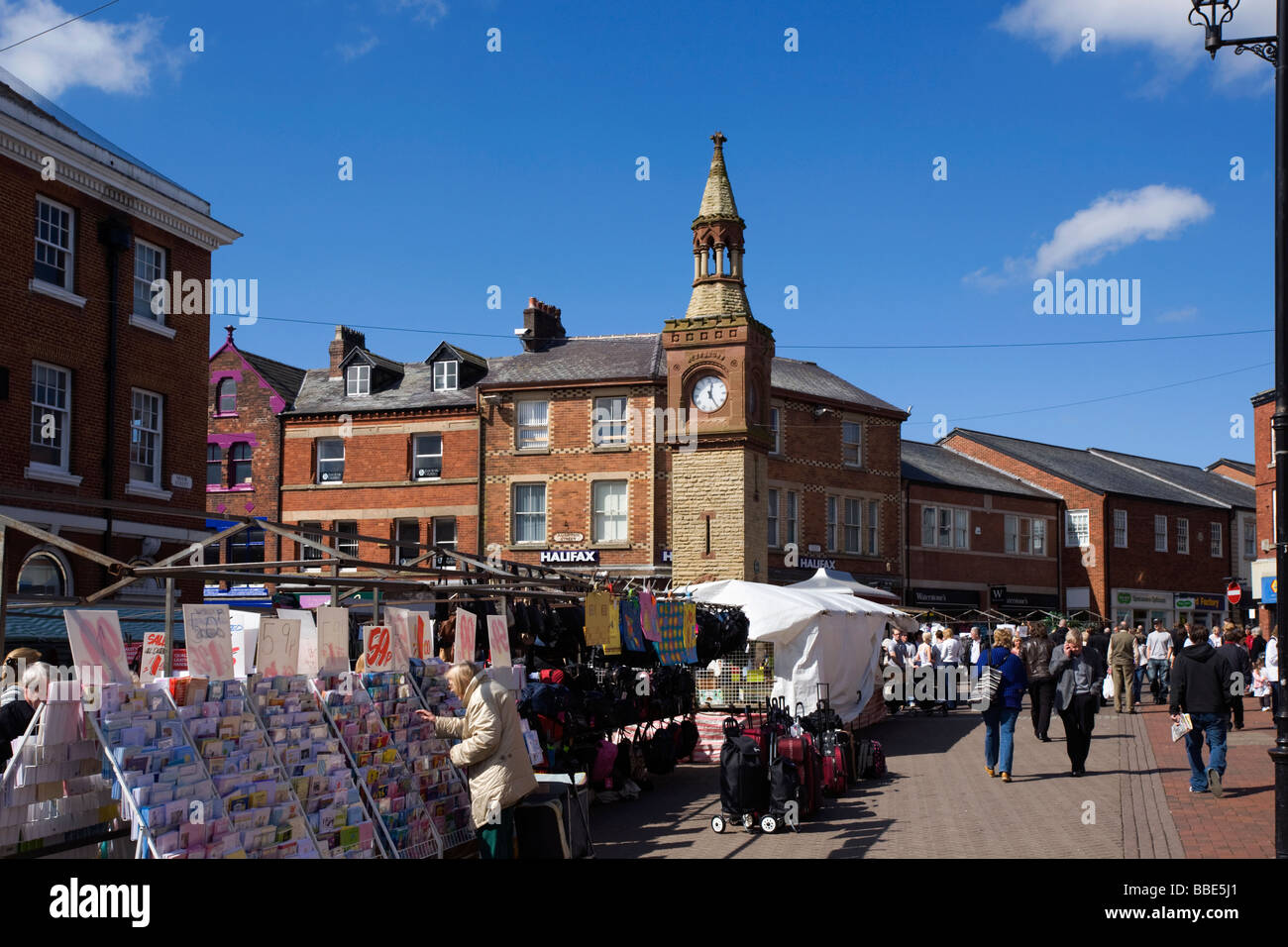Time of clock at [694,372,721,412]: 12:25
